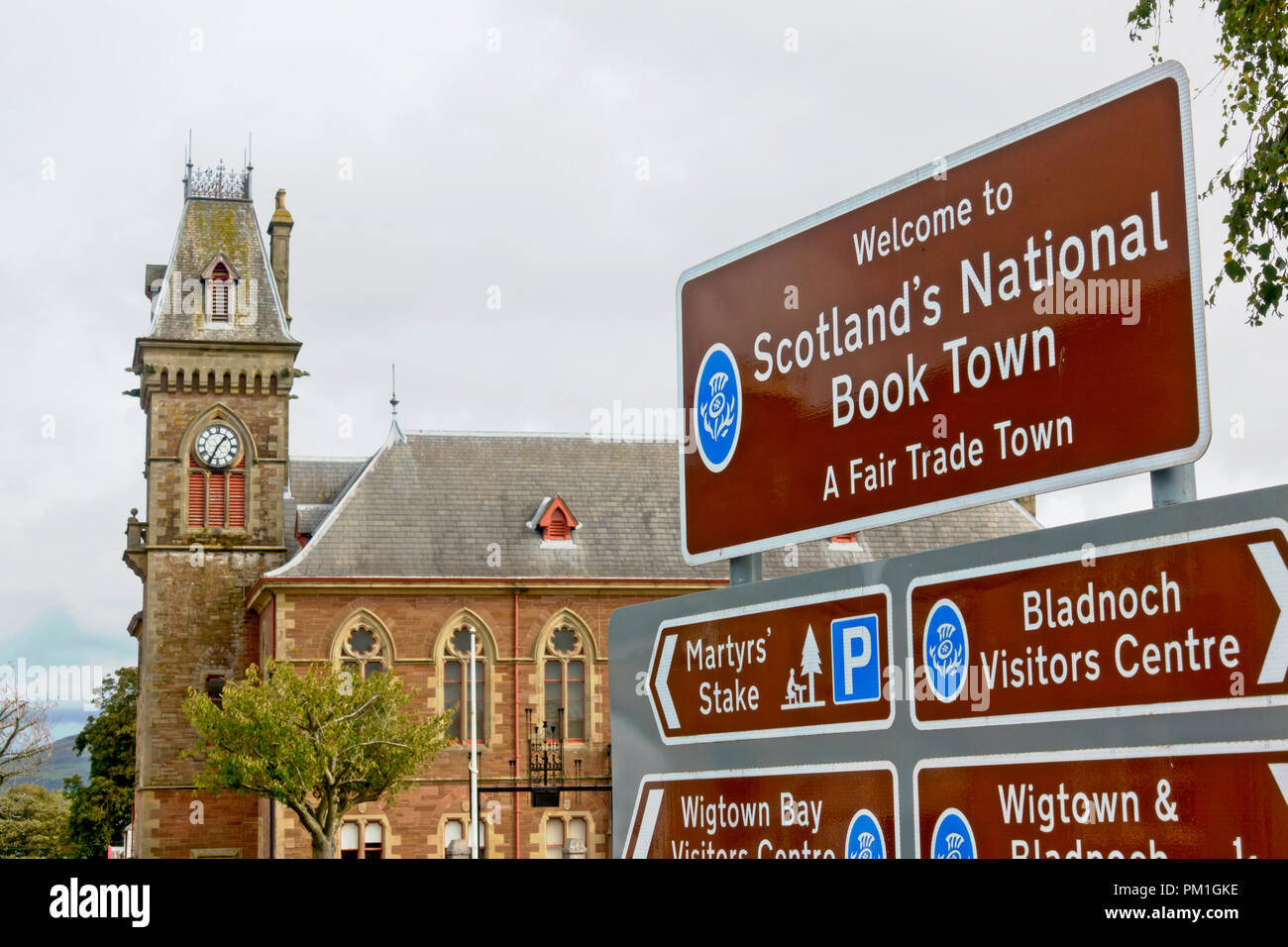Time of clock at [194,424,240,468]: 1:34
